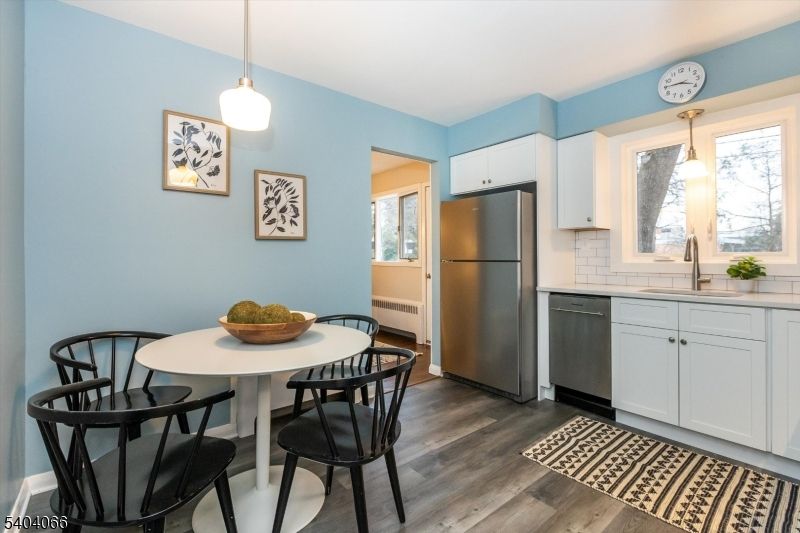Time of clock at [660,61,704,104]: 3:45
